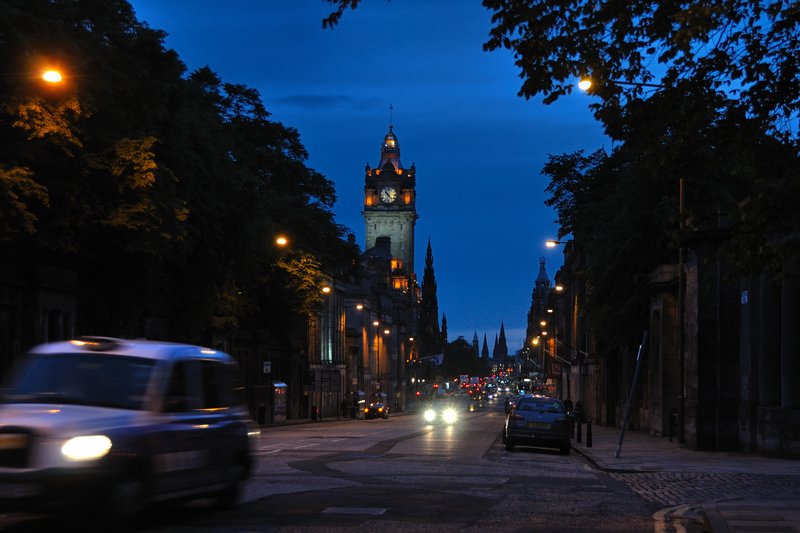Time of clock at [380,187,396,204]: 10:24
